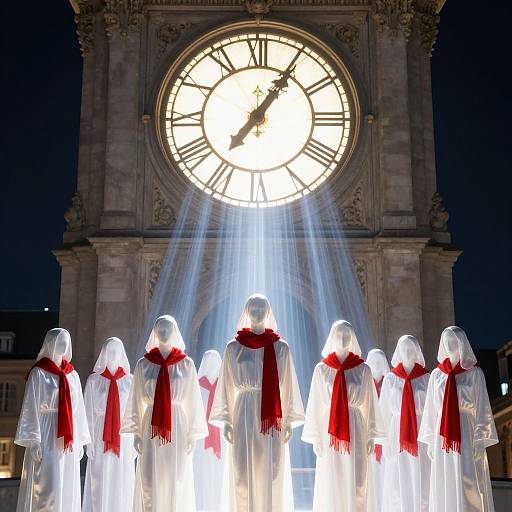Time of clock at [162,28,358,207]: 1:05
